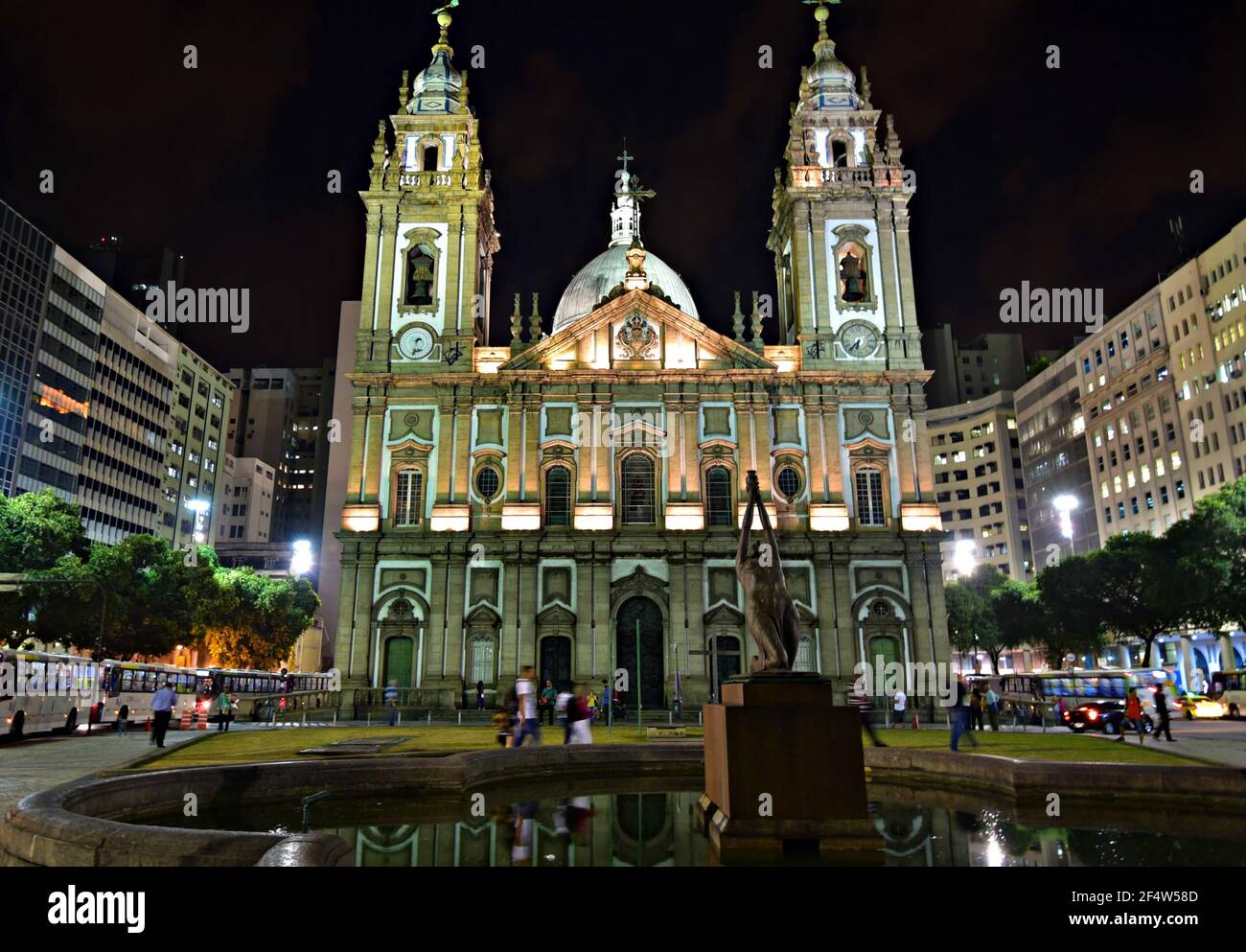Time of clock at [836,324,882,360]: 6:36
